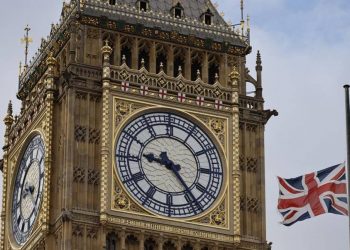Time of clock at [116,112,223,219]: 9:23
